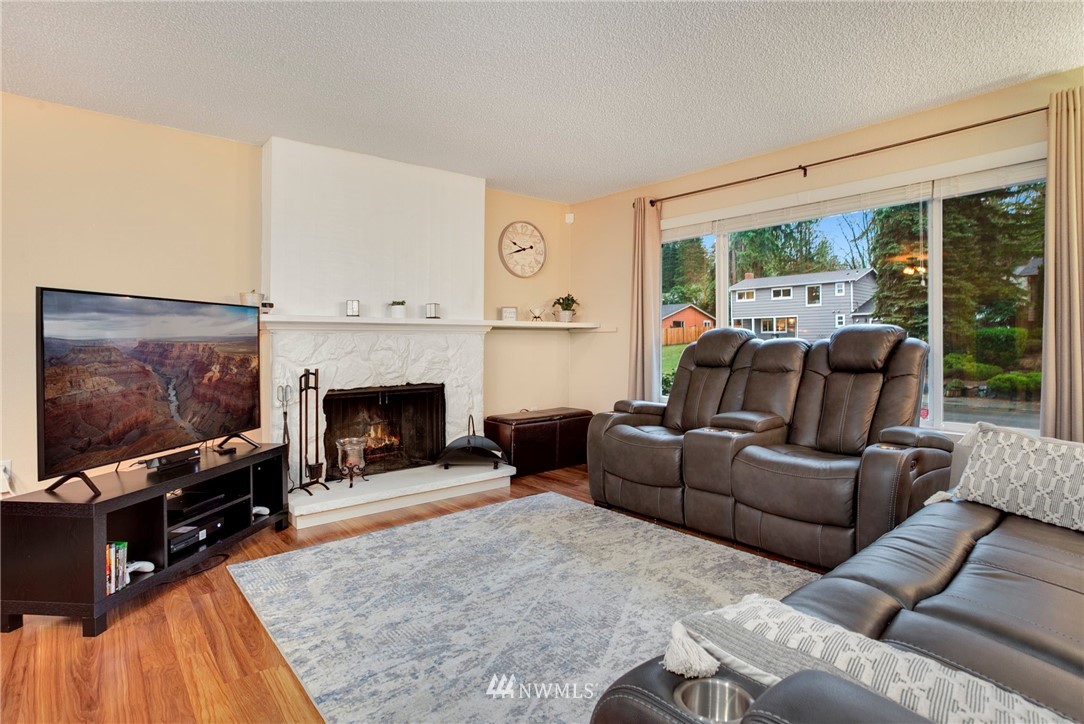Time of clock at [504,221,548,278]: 9:42
